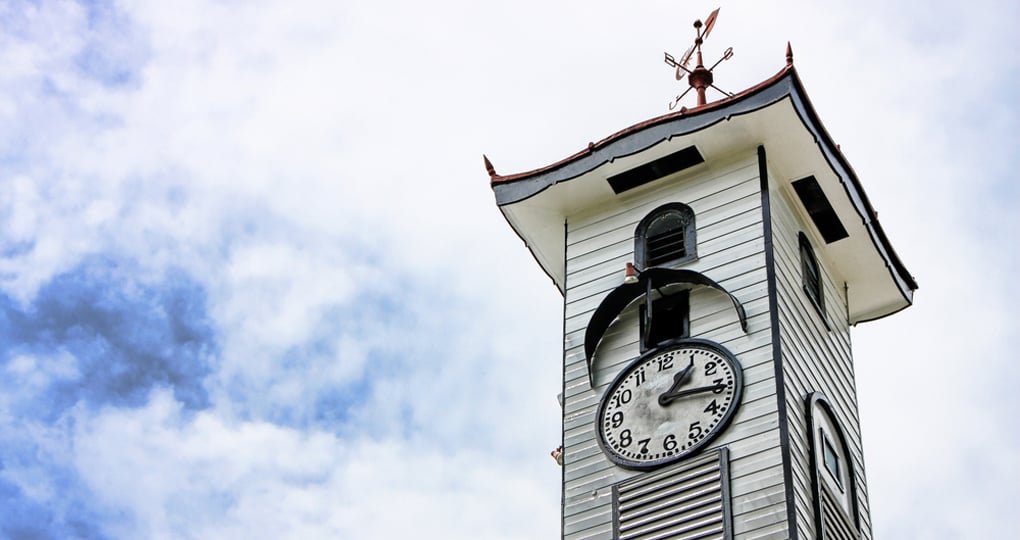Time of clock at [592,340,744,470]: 1:16
